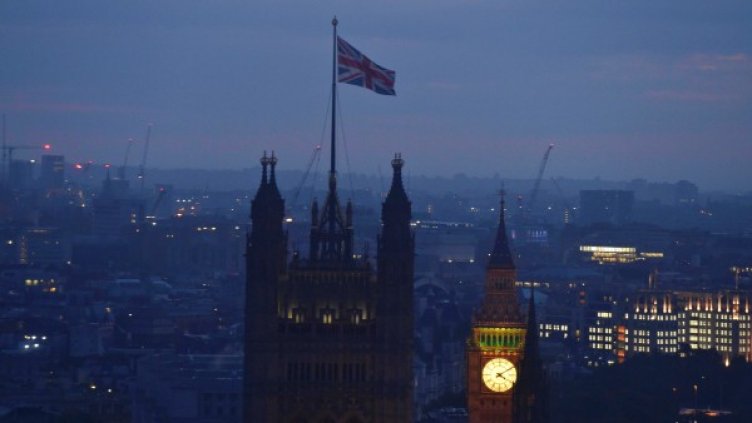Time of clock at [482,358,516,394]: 4:09
